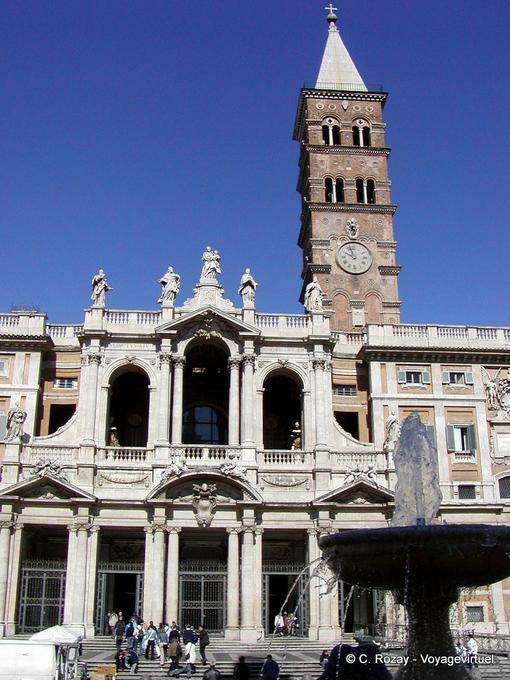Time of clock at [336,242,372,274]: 9:57
